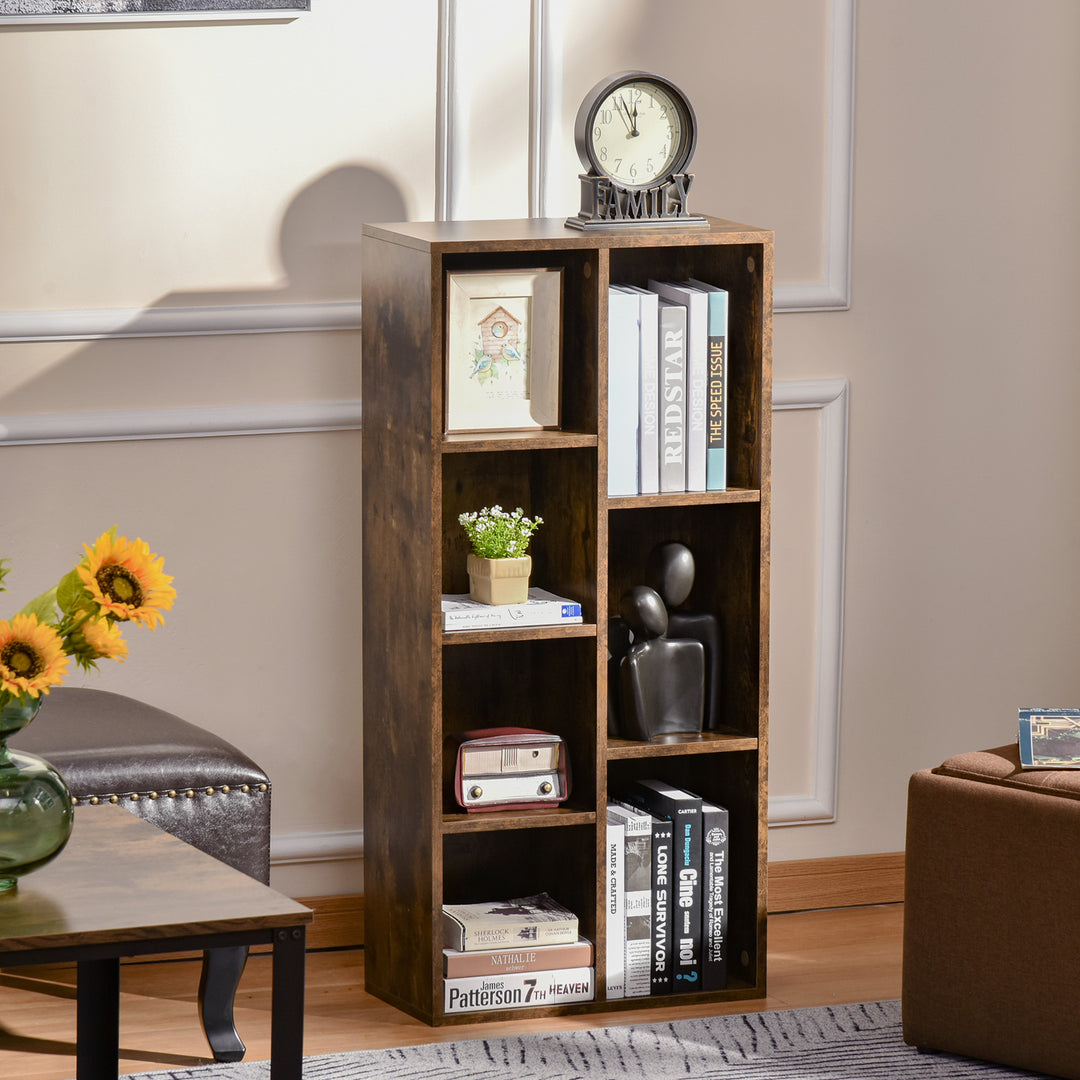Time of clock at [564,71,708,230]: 11:55
